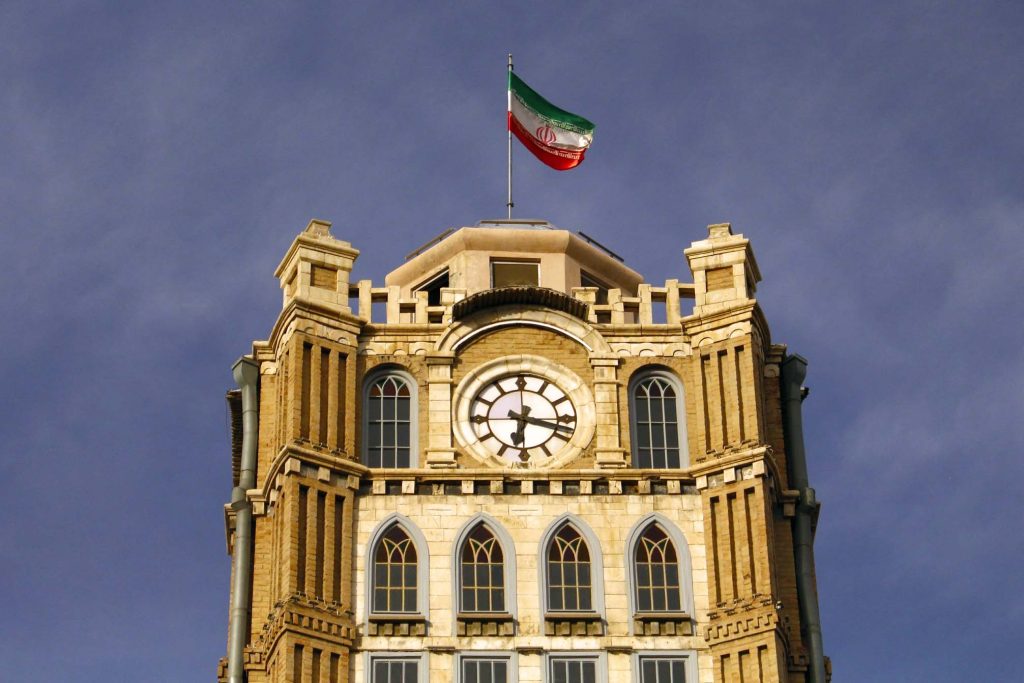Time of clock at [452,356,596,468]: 6:17
